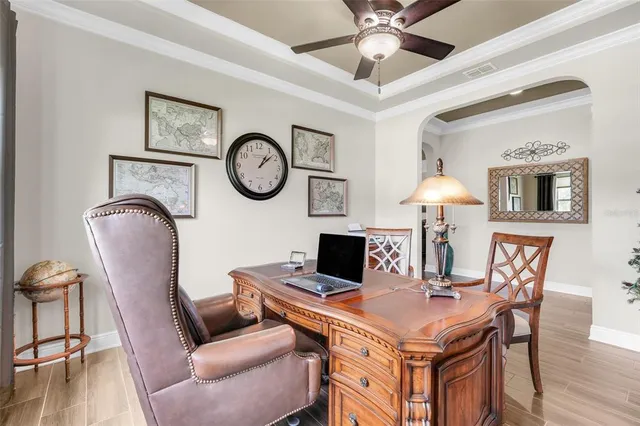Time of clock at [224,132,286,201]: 1:08
